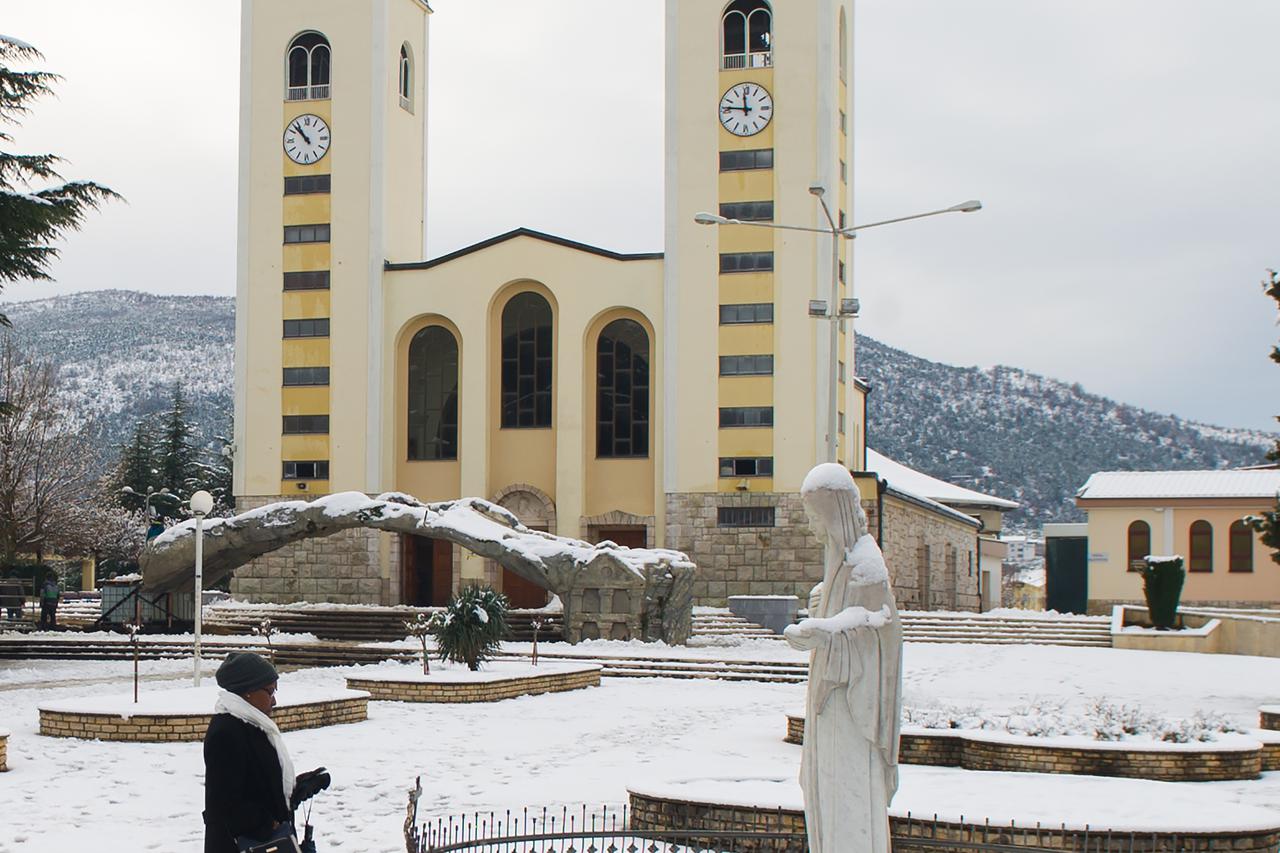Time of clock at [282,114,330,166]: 10:52
